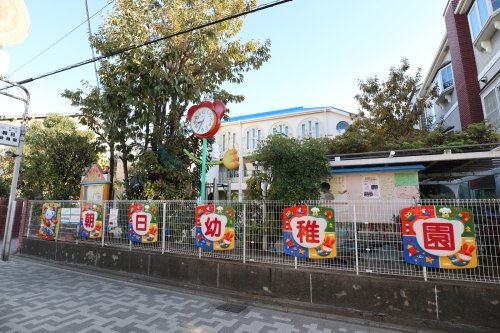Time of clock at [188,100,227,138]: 8:34
